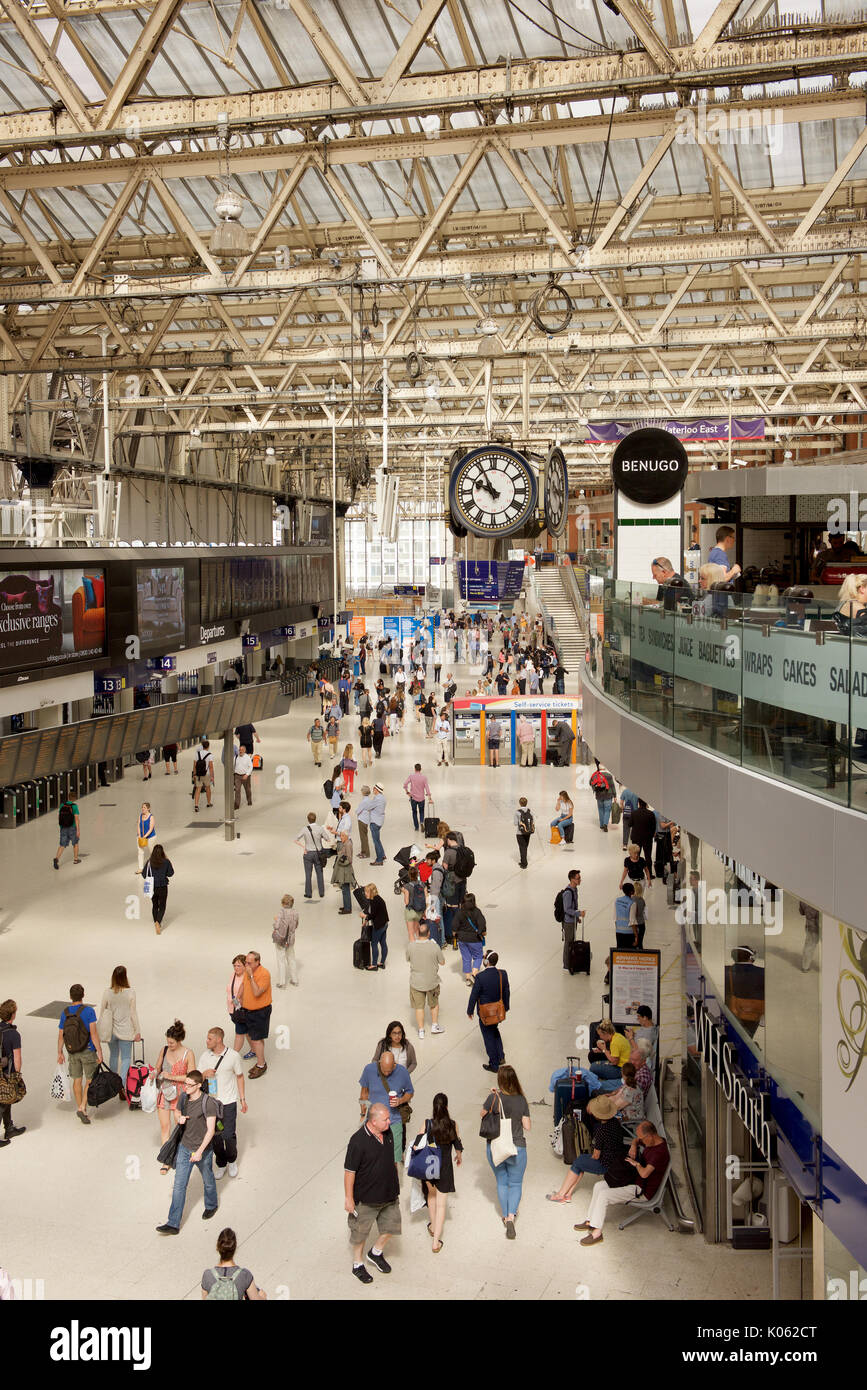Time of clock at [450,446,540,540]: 9:55
